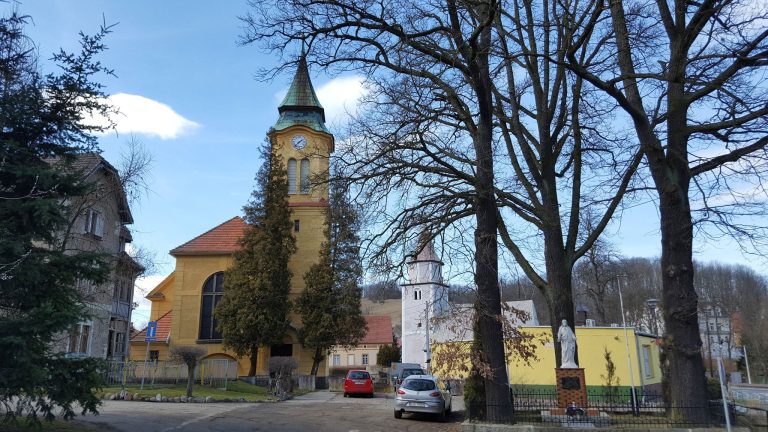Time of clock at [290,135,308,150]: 1:36
